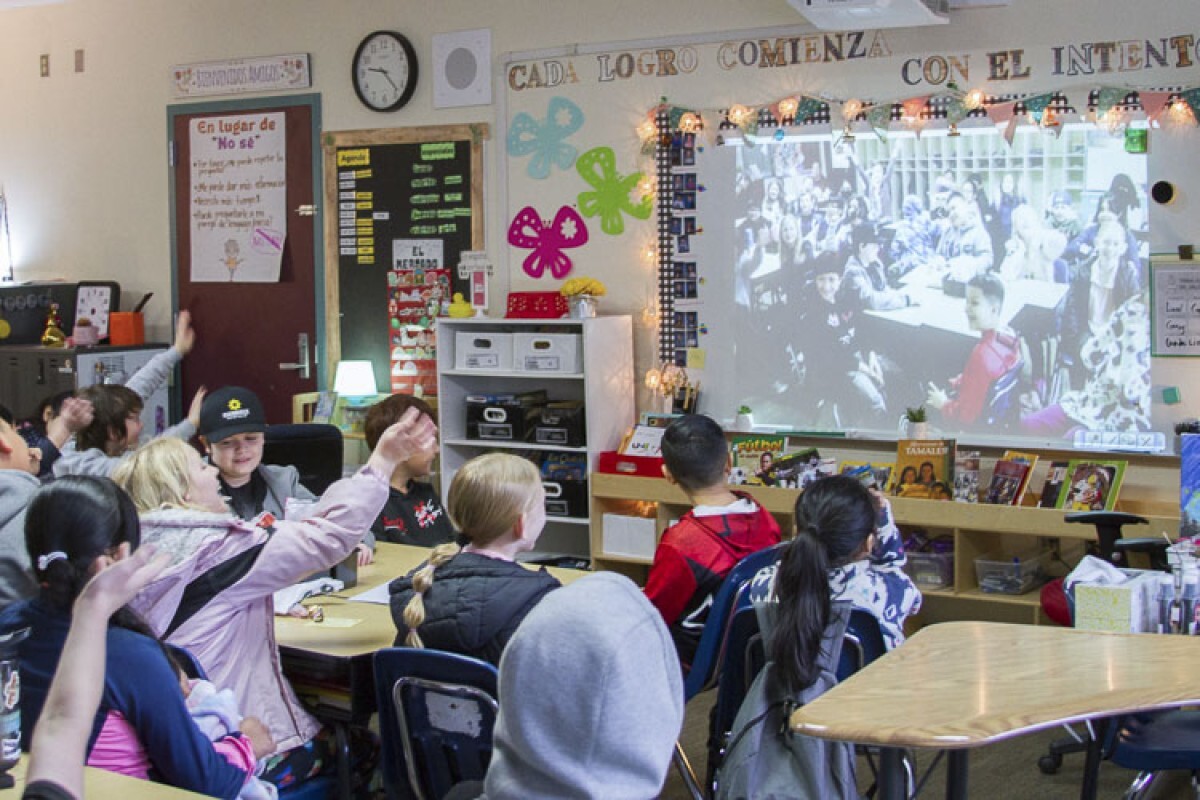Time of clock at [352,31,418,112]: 9:22
